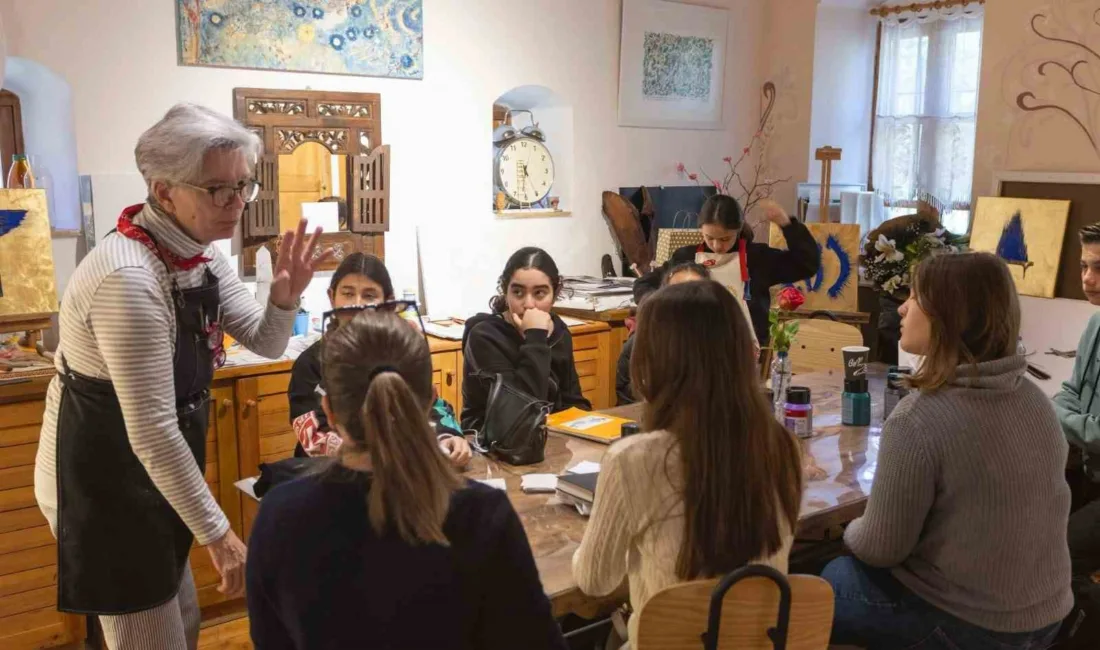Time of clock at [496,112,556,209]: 4:31
